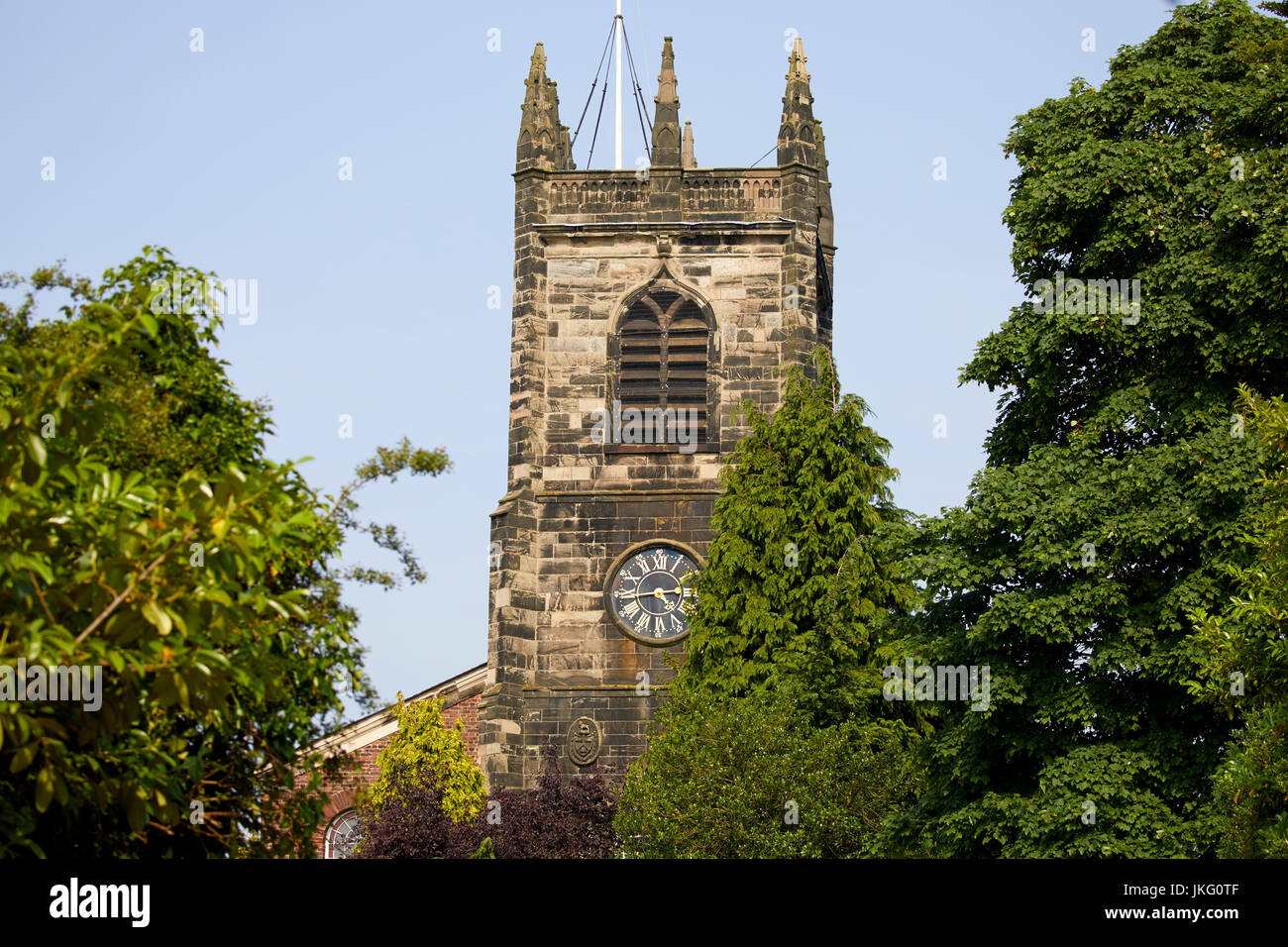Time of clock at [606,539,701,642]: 4:44
